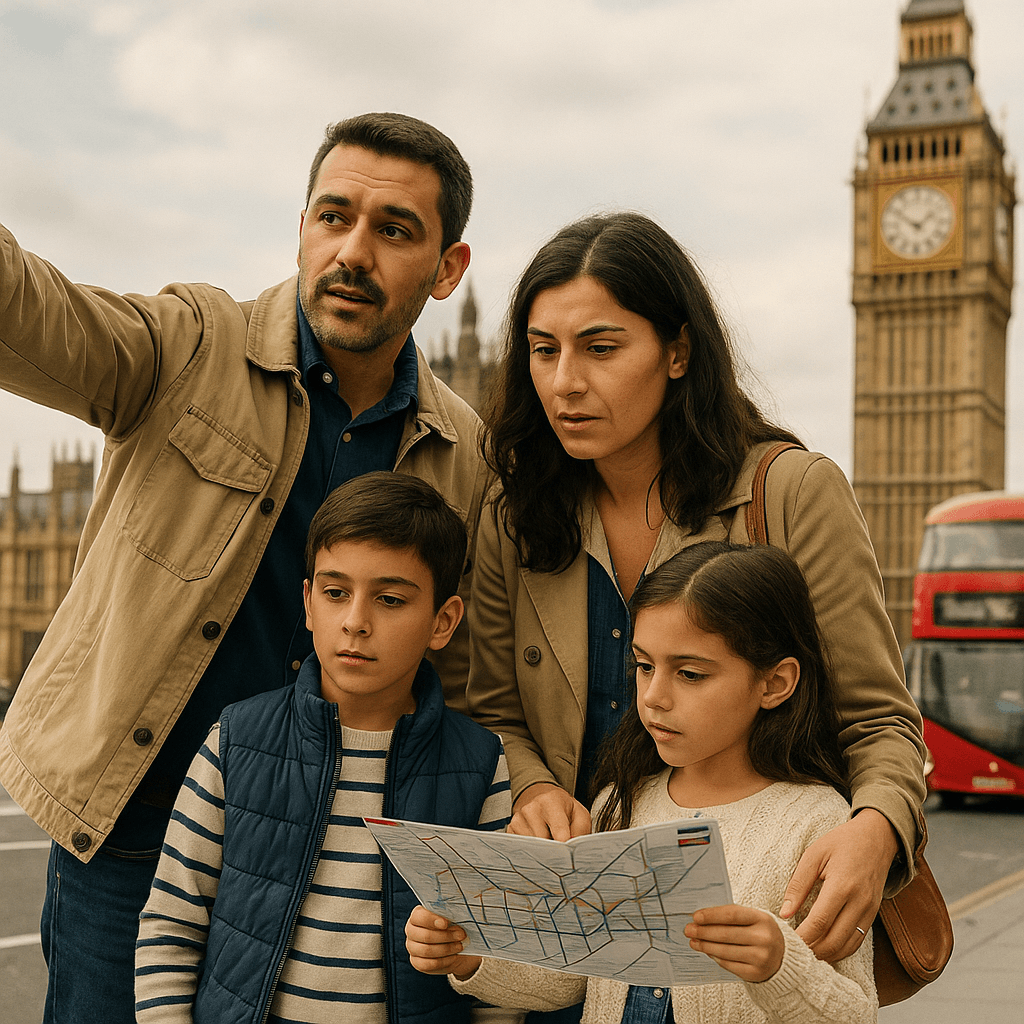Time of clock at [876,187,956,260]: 1:50
